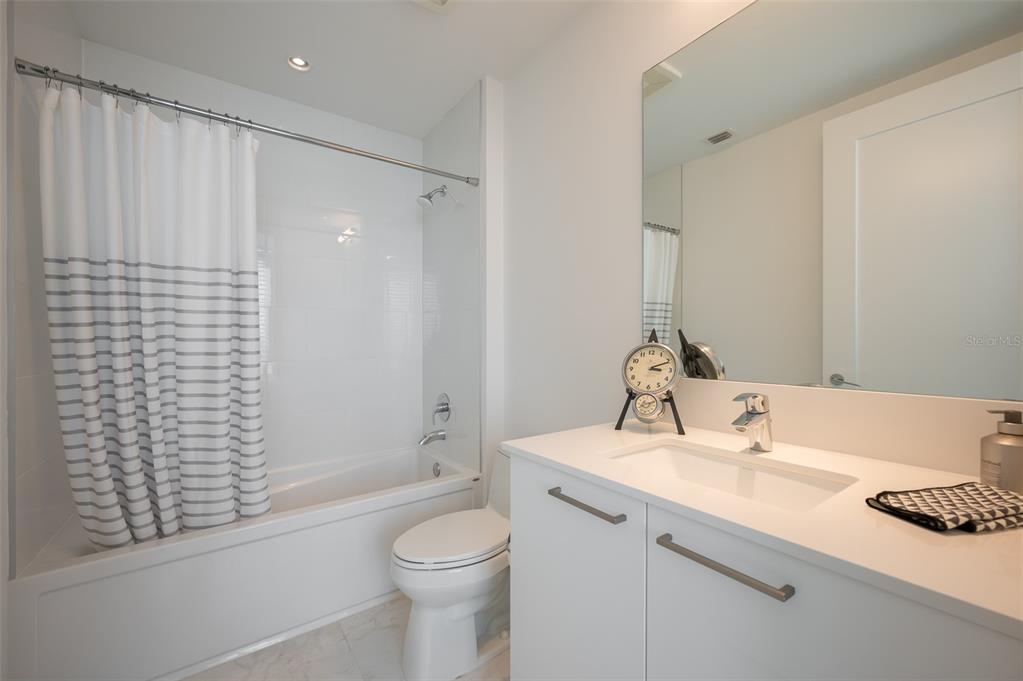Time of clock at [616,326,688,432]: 3:11
